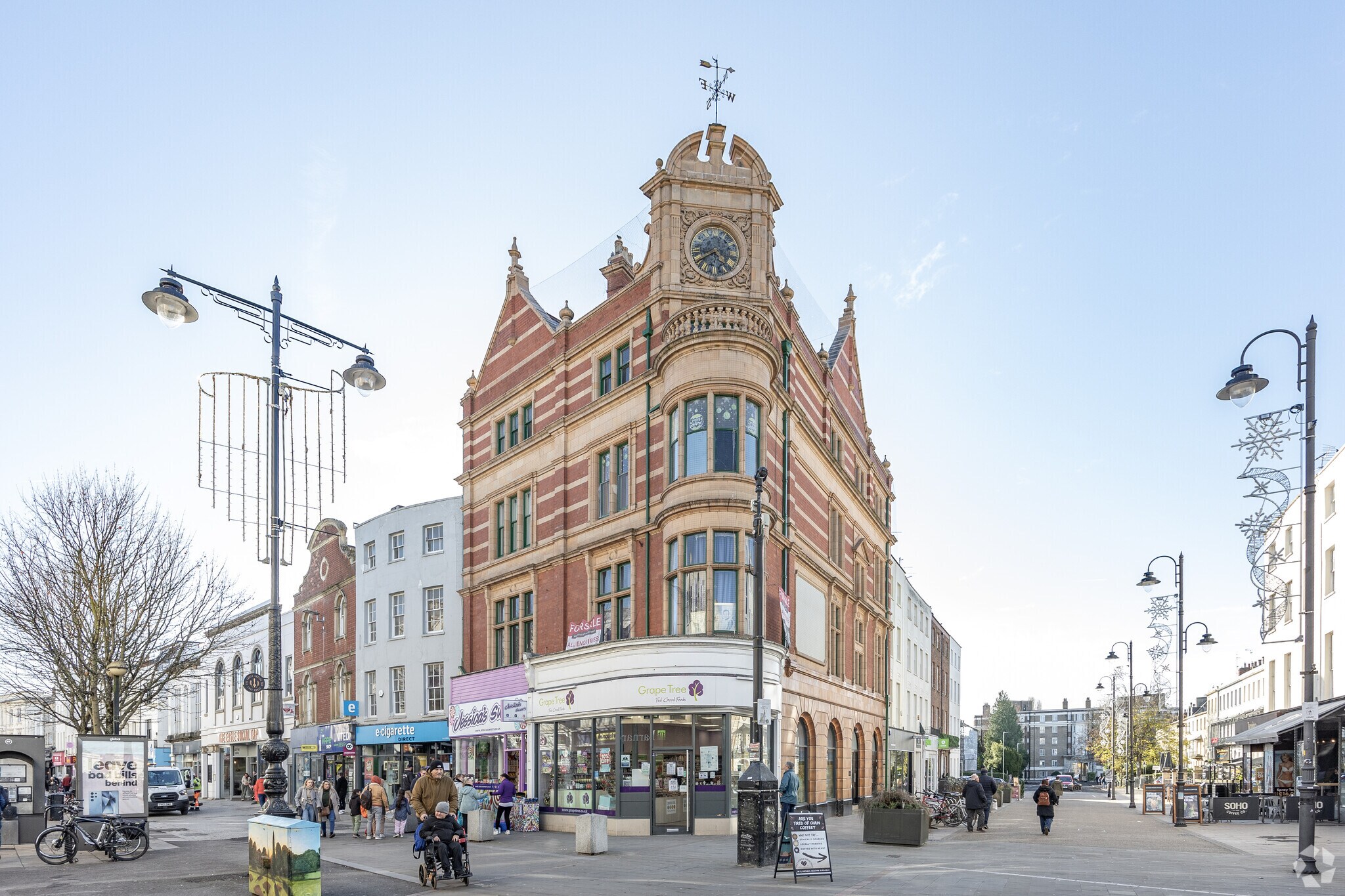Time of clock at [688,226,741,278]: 4:39
